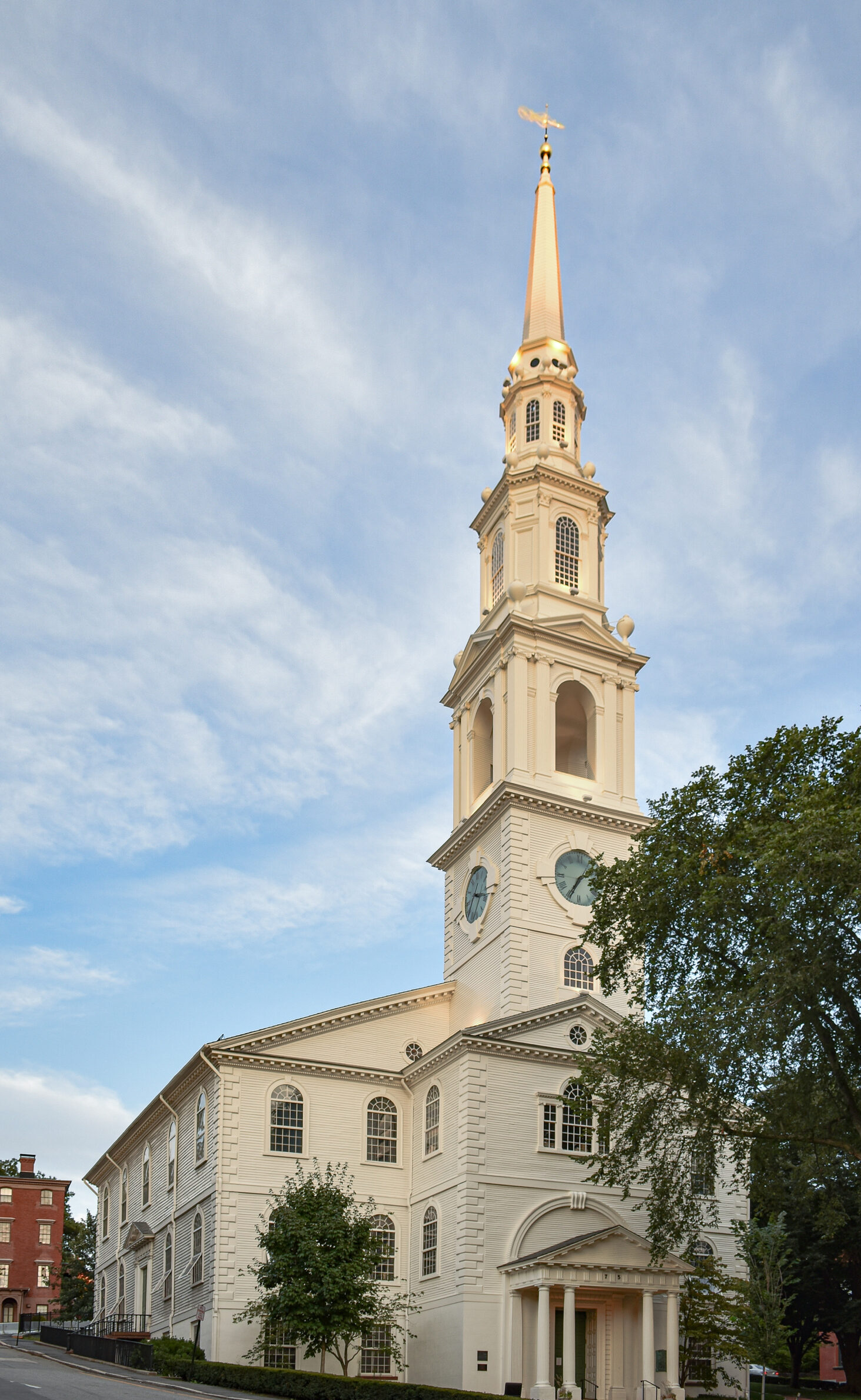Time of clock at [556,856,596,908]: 1:34
